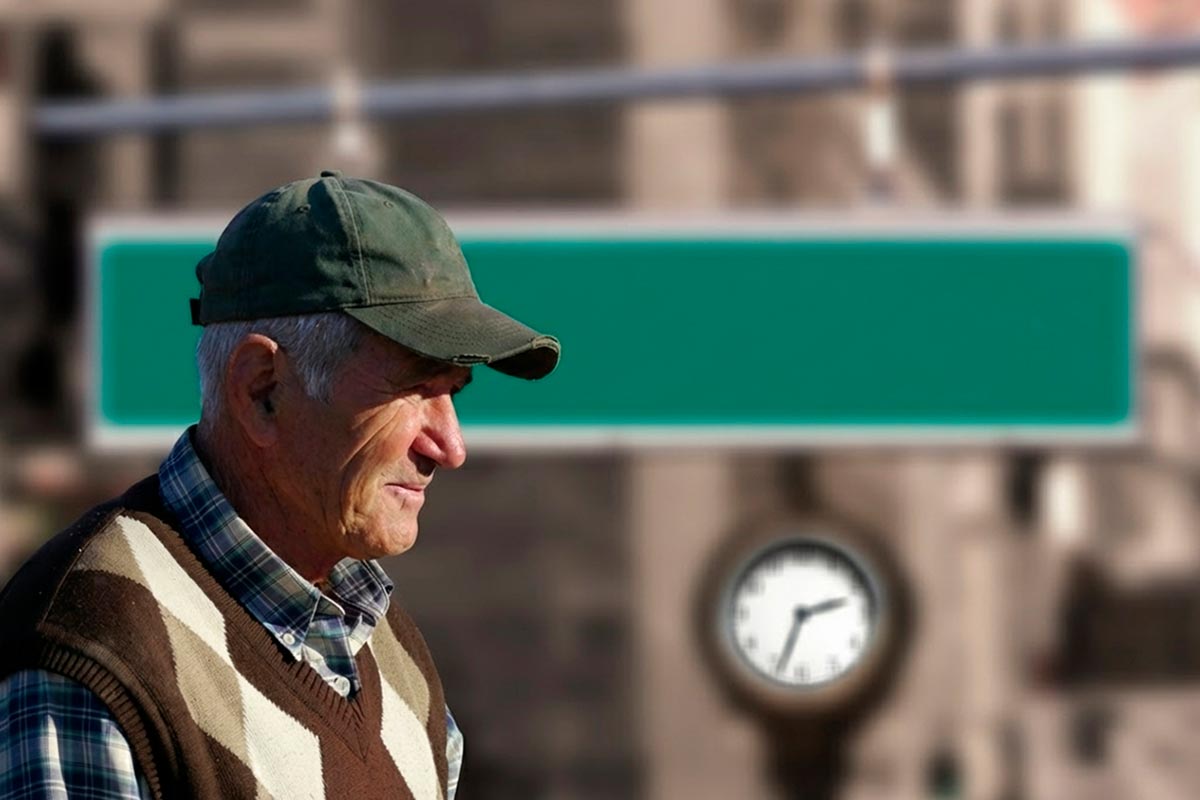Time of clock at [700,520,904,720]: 2:33
